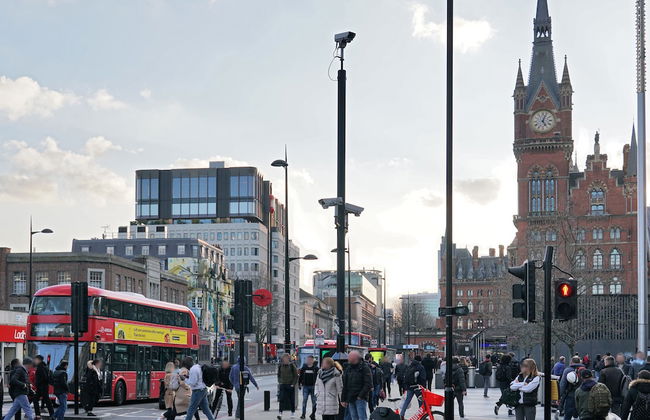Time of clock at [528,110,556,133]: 5:03
